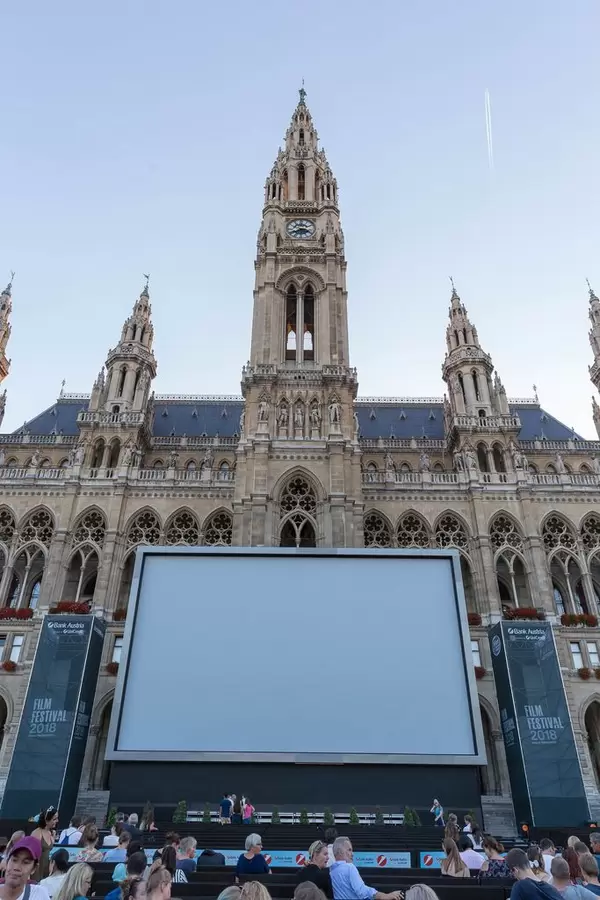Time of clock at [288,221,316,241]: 3:40
